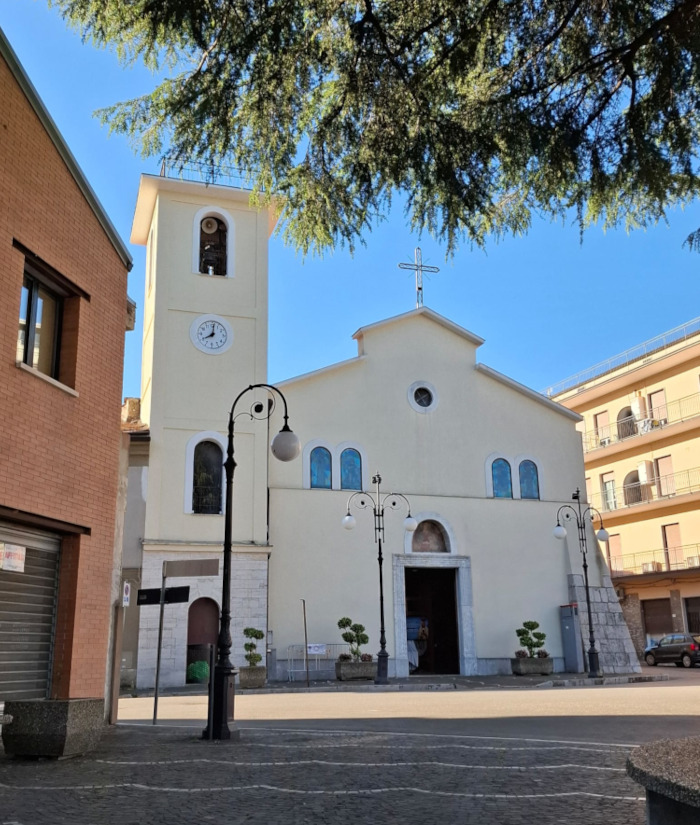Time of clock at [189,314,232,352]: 8:01
